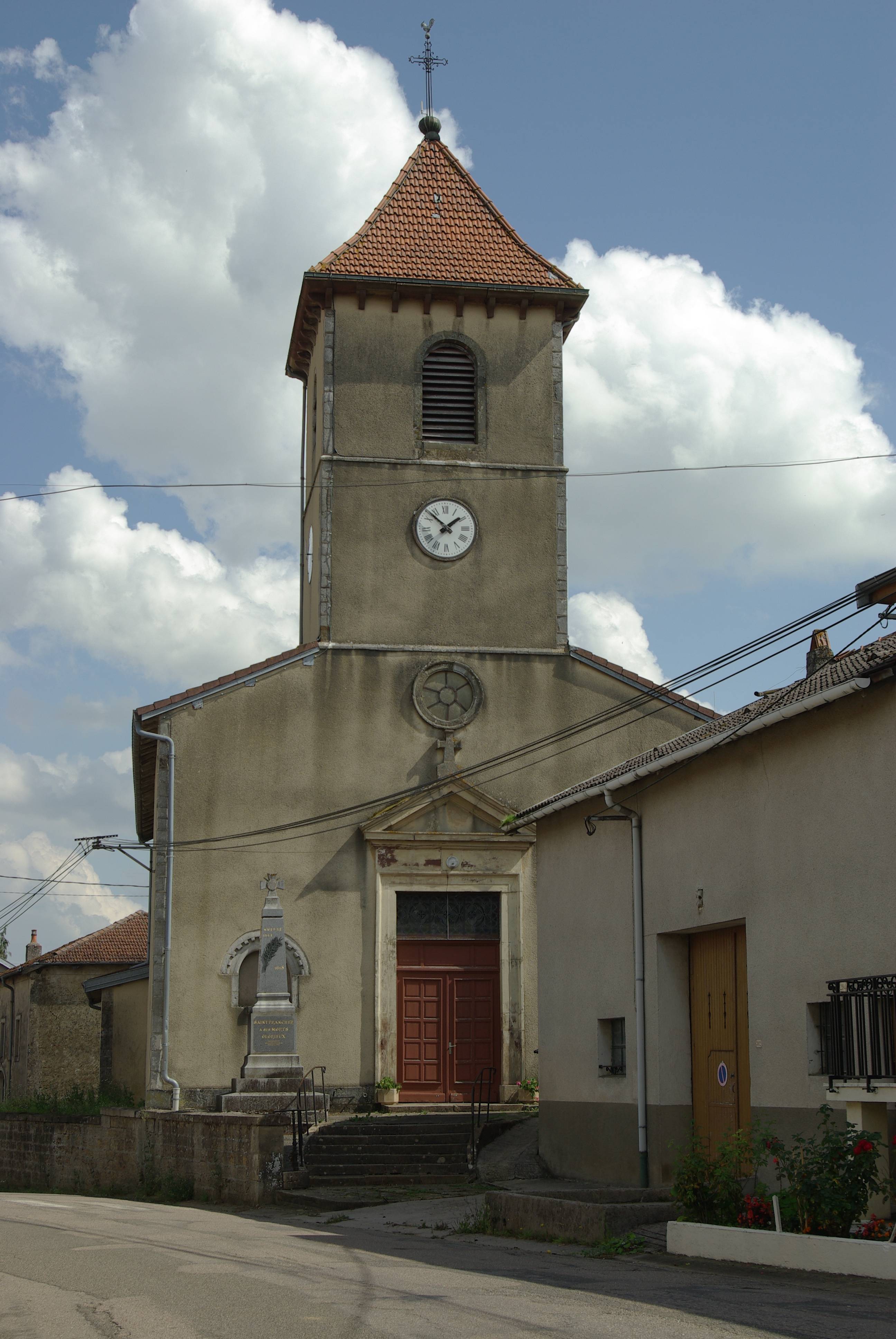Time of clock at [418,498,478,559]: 1:52
